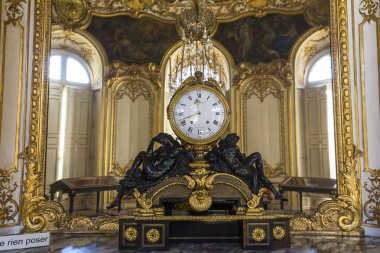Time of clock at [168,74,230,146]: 11:41
